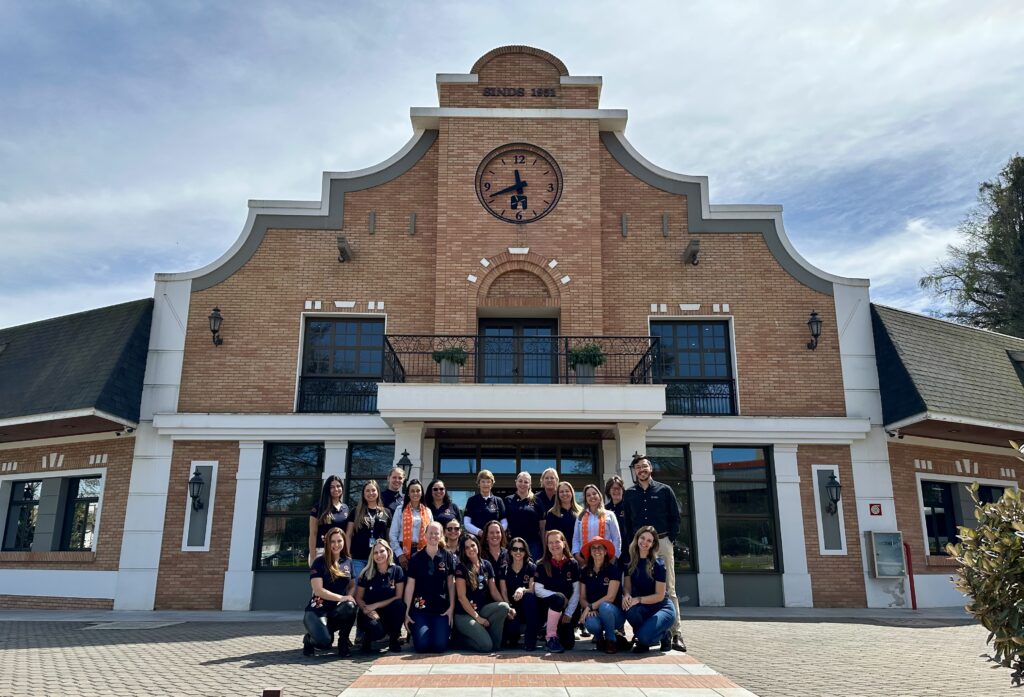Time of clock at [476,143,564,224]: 11:41
